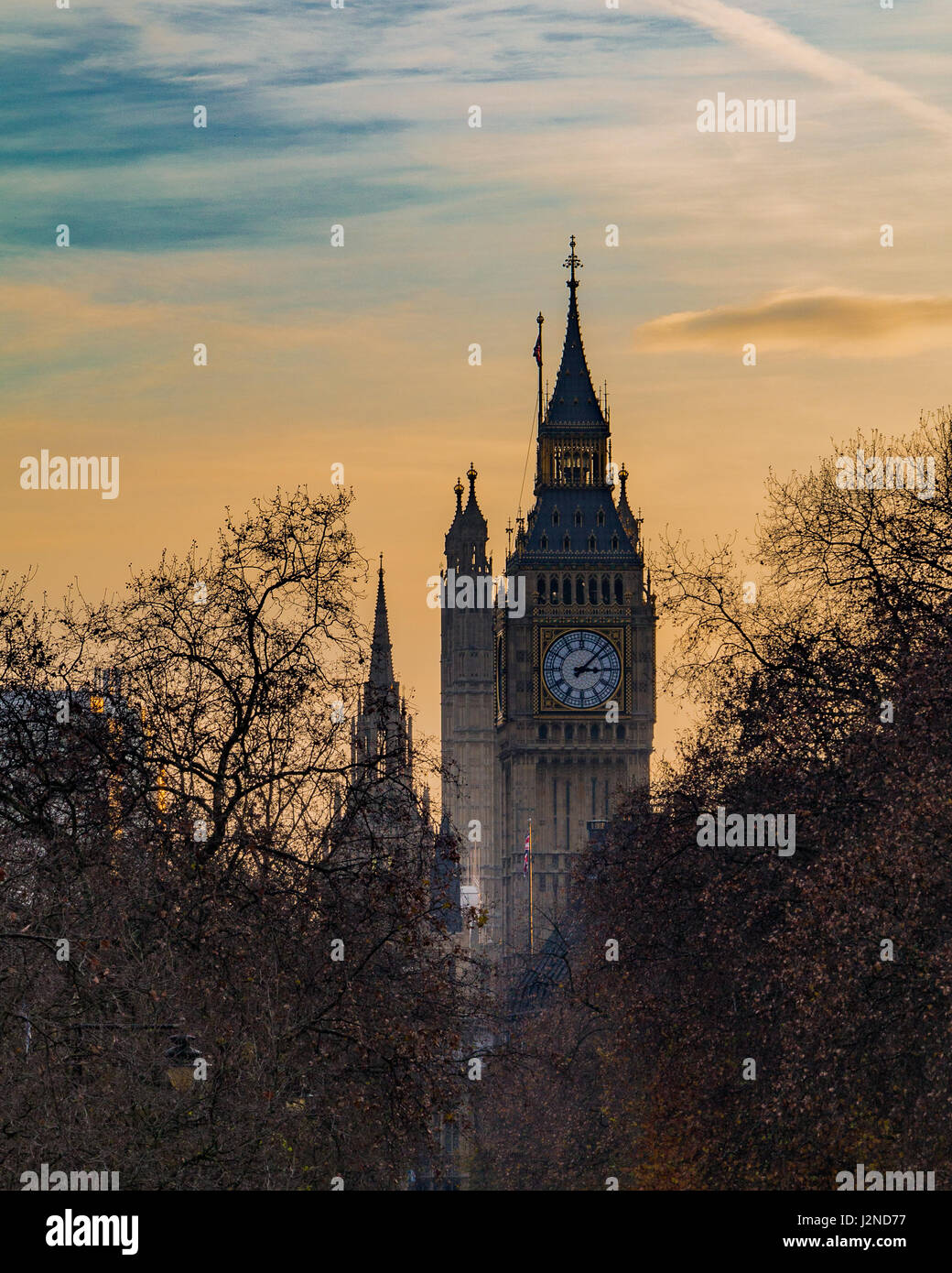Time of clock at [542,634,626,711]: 3:07
